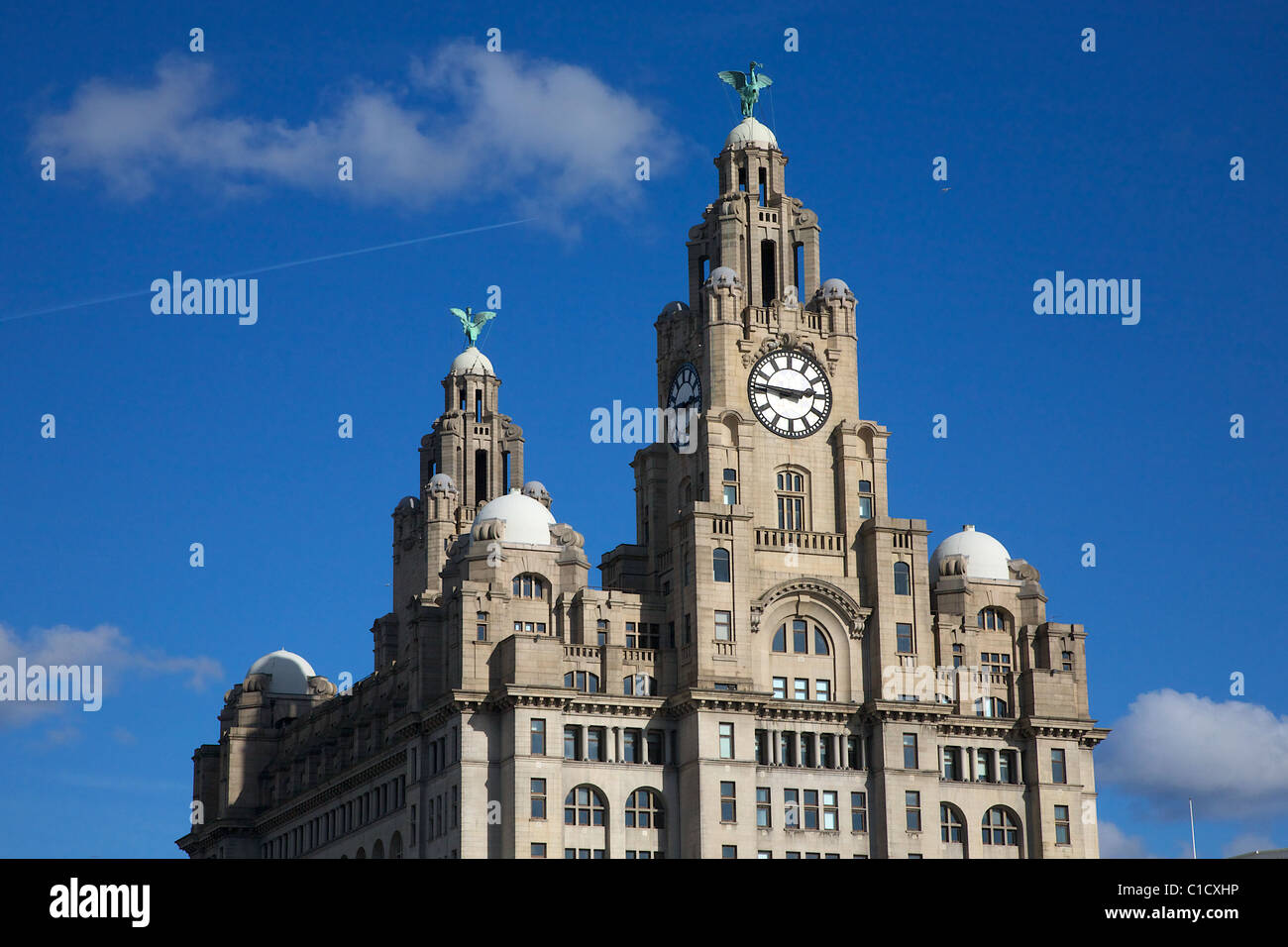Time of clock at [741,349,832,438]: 2:46
